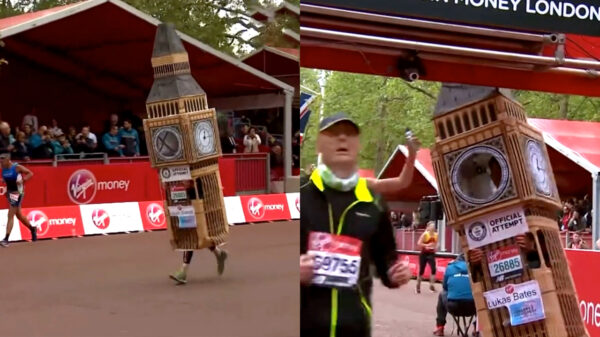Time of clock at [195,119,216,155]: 12:13
